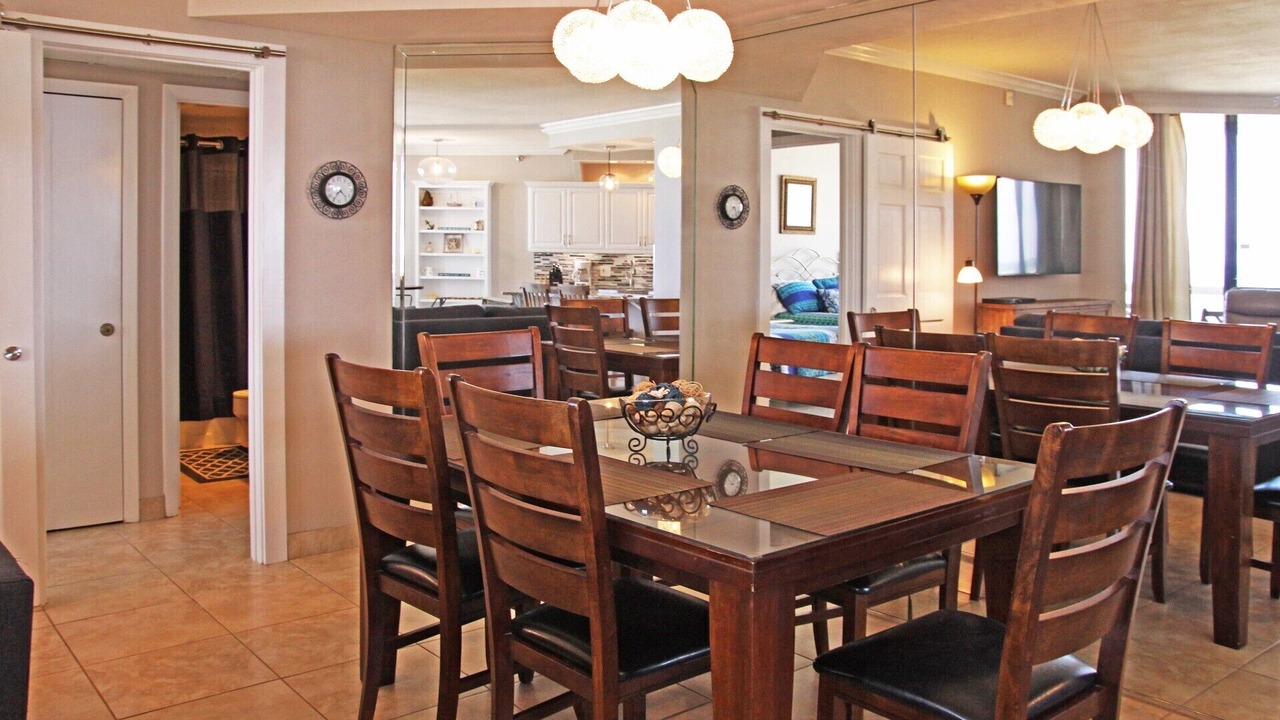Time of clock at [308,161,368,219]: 4:35
